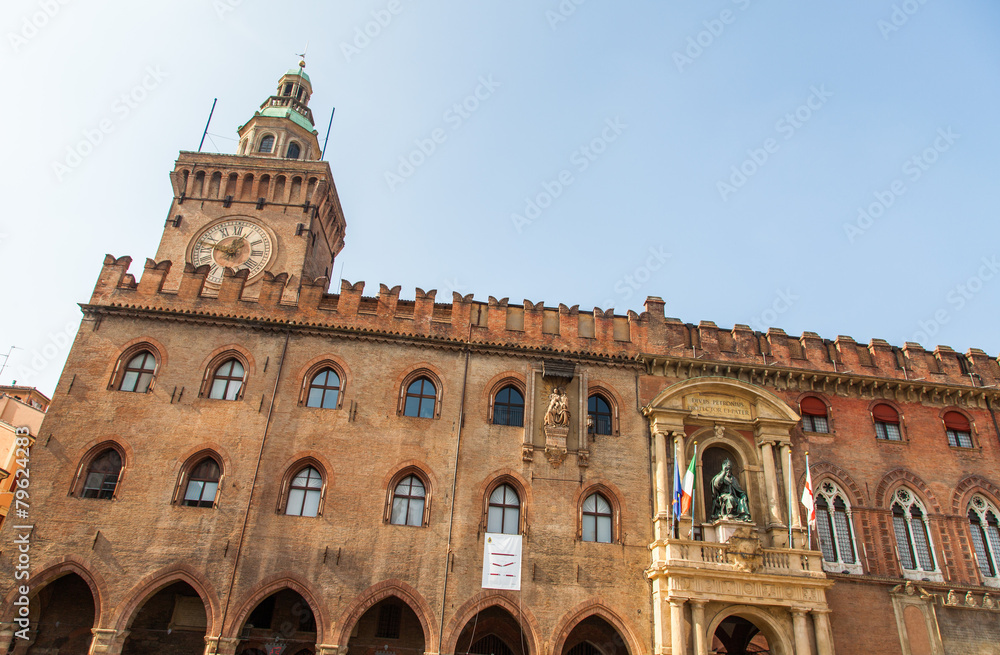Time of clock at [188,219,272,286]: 12:47
